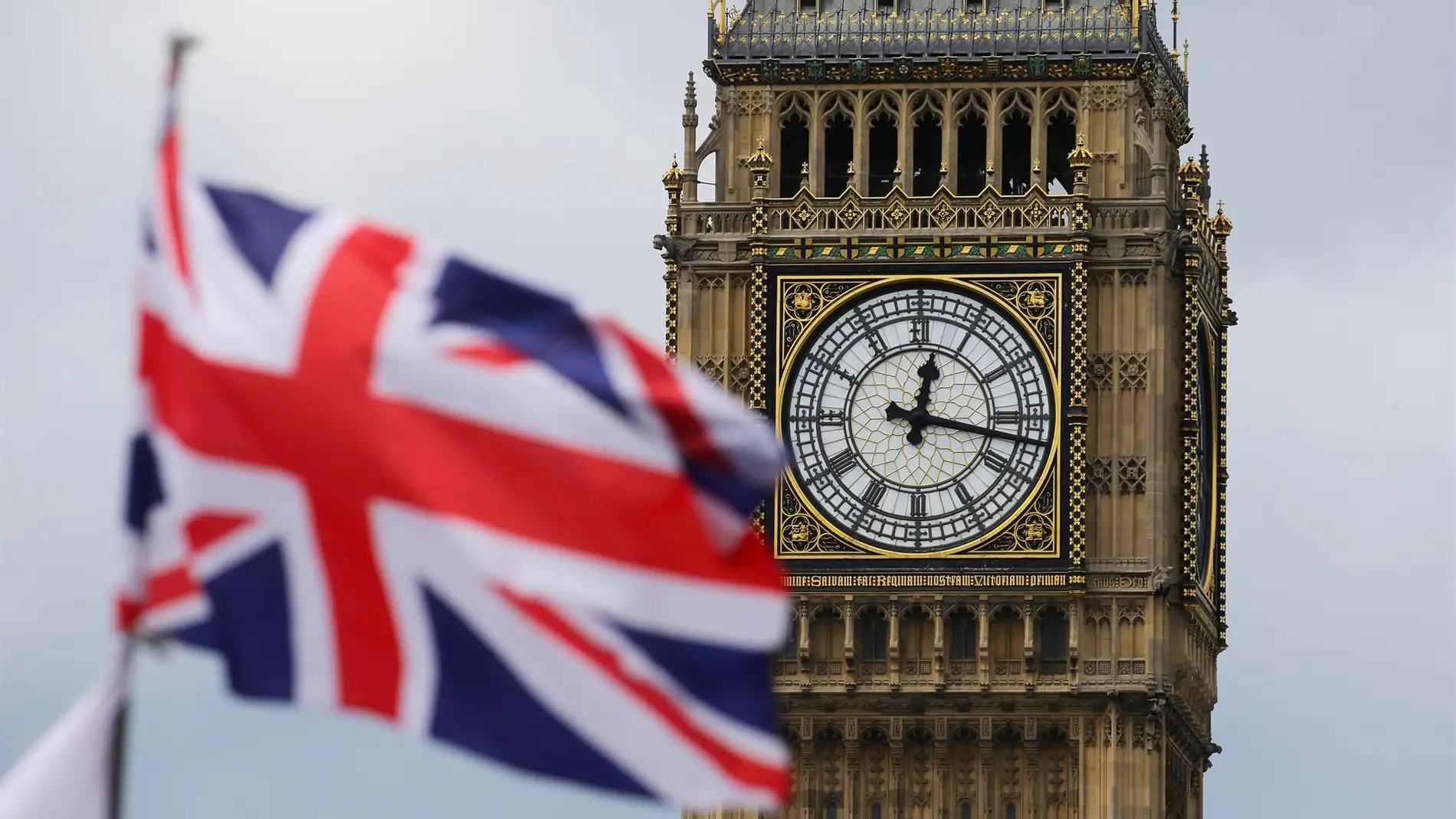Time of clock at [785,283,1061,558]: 12:16
